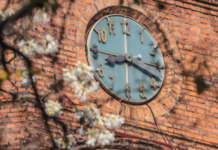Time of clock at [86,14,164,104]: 8:18
